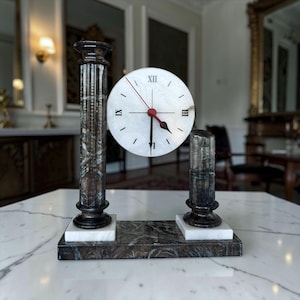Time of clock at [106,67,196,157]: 4:30
